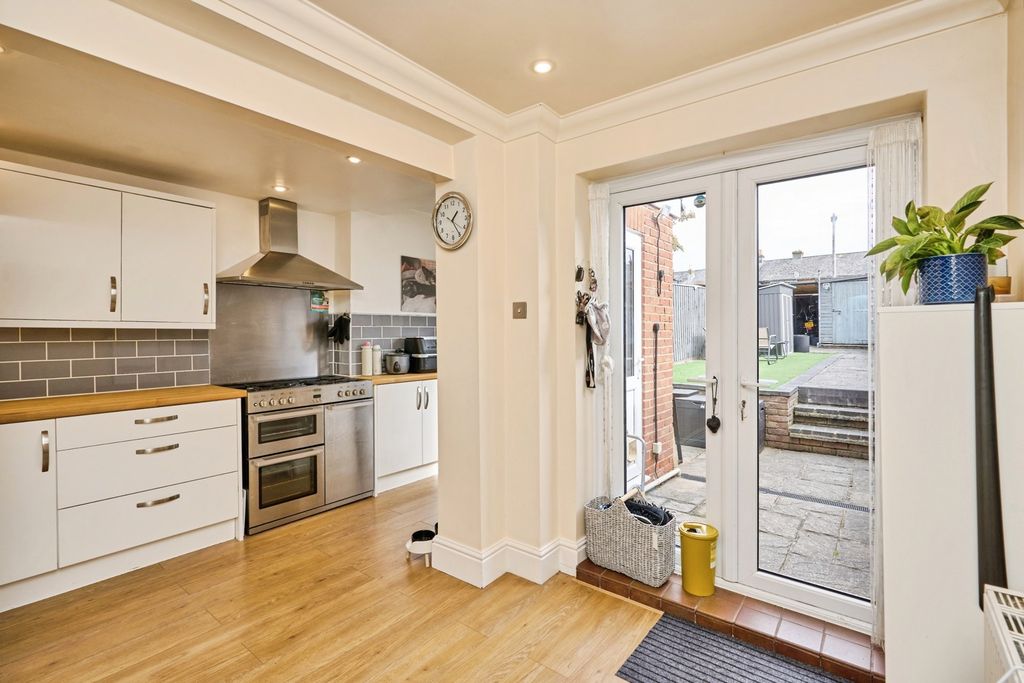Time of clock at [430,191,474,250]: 1:24
